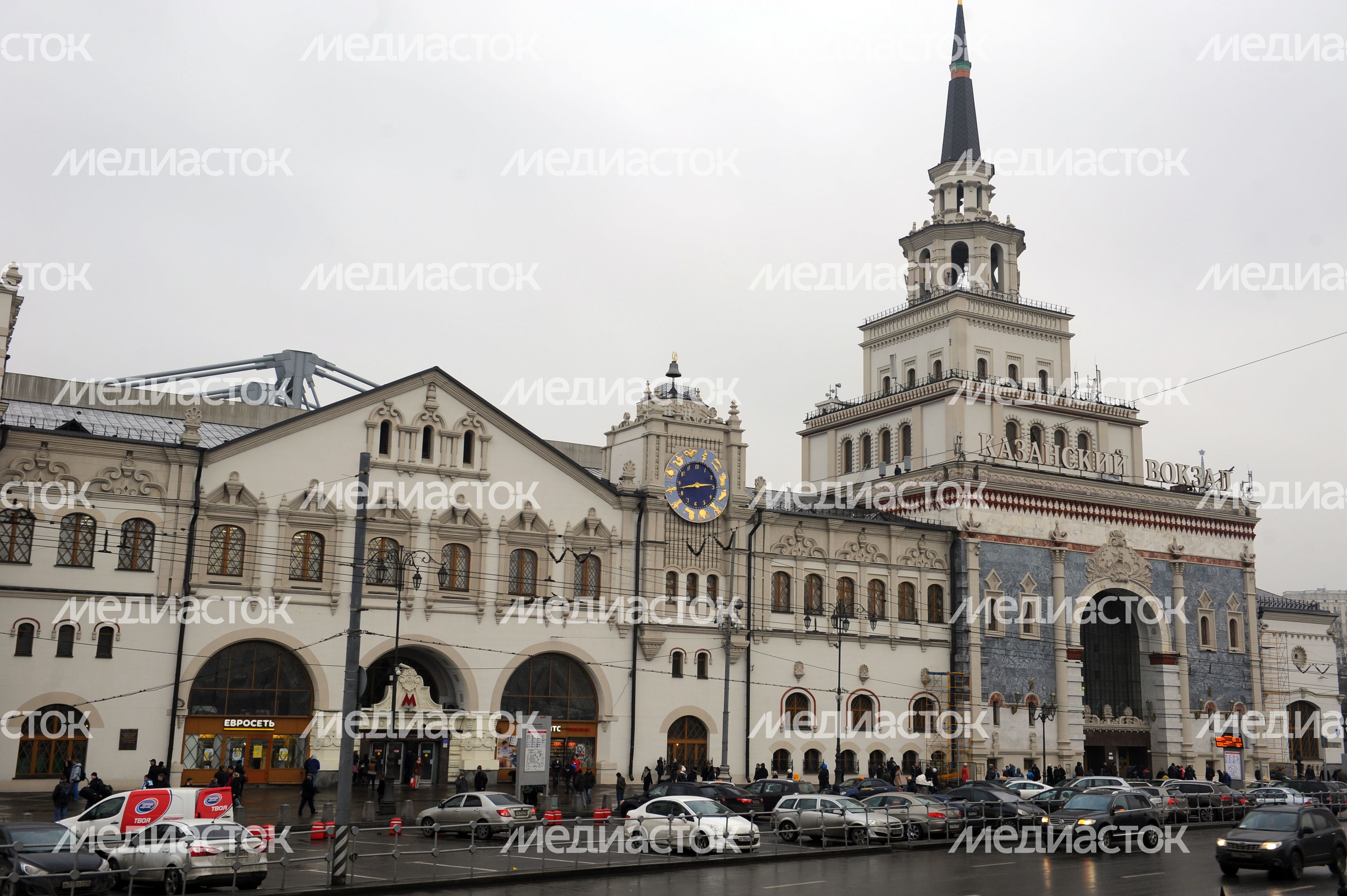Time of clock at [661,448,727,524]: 2:42
